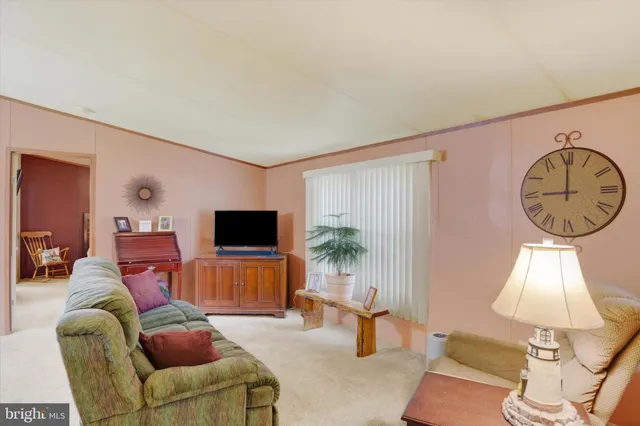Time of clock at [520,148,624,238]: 9:00
